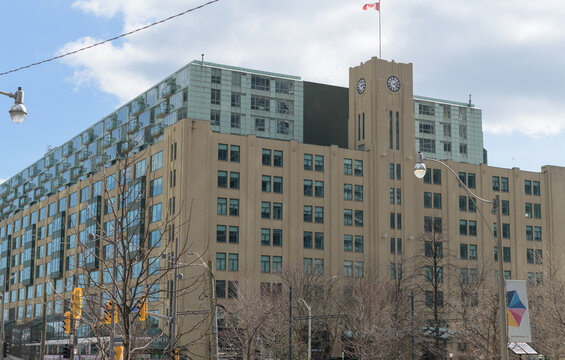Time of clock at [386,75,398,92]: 4:12
